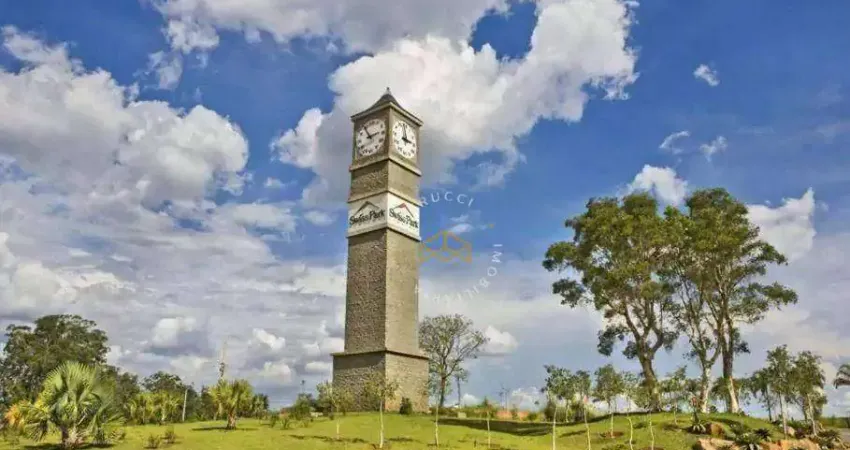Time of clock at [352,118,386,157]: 2:54
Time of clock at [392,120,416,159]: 2:58
